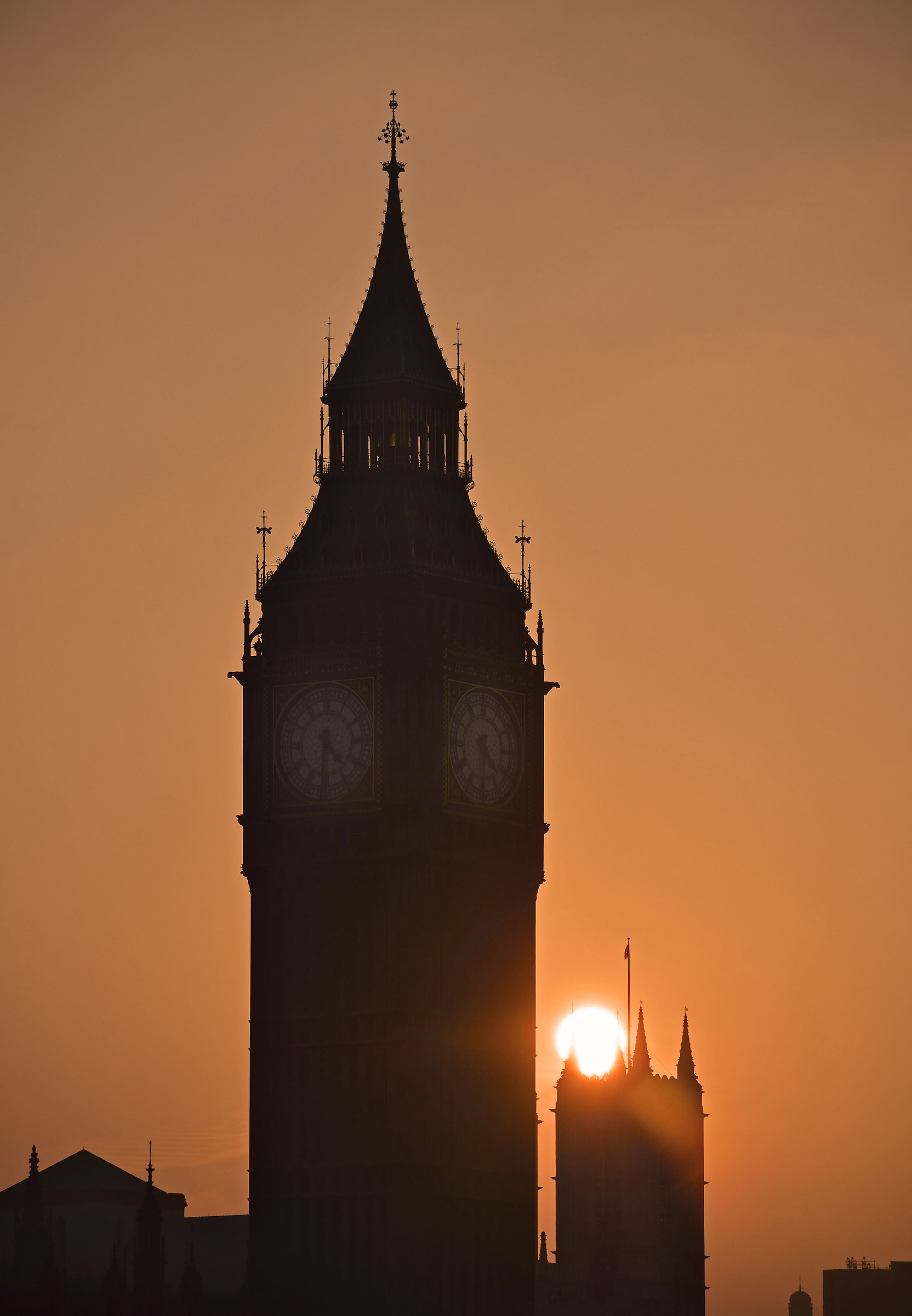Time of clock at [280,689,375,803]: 4:31
